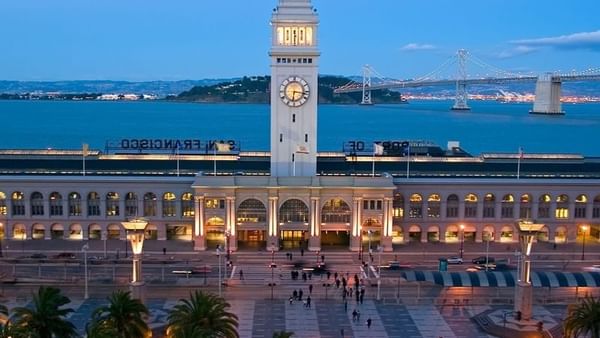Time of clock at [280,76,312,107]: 6:16
